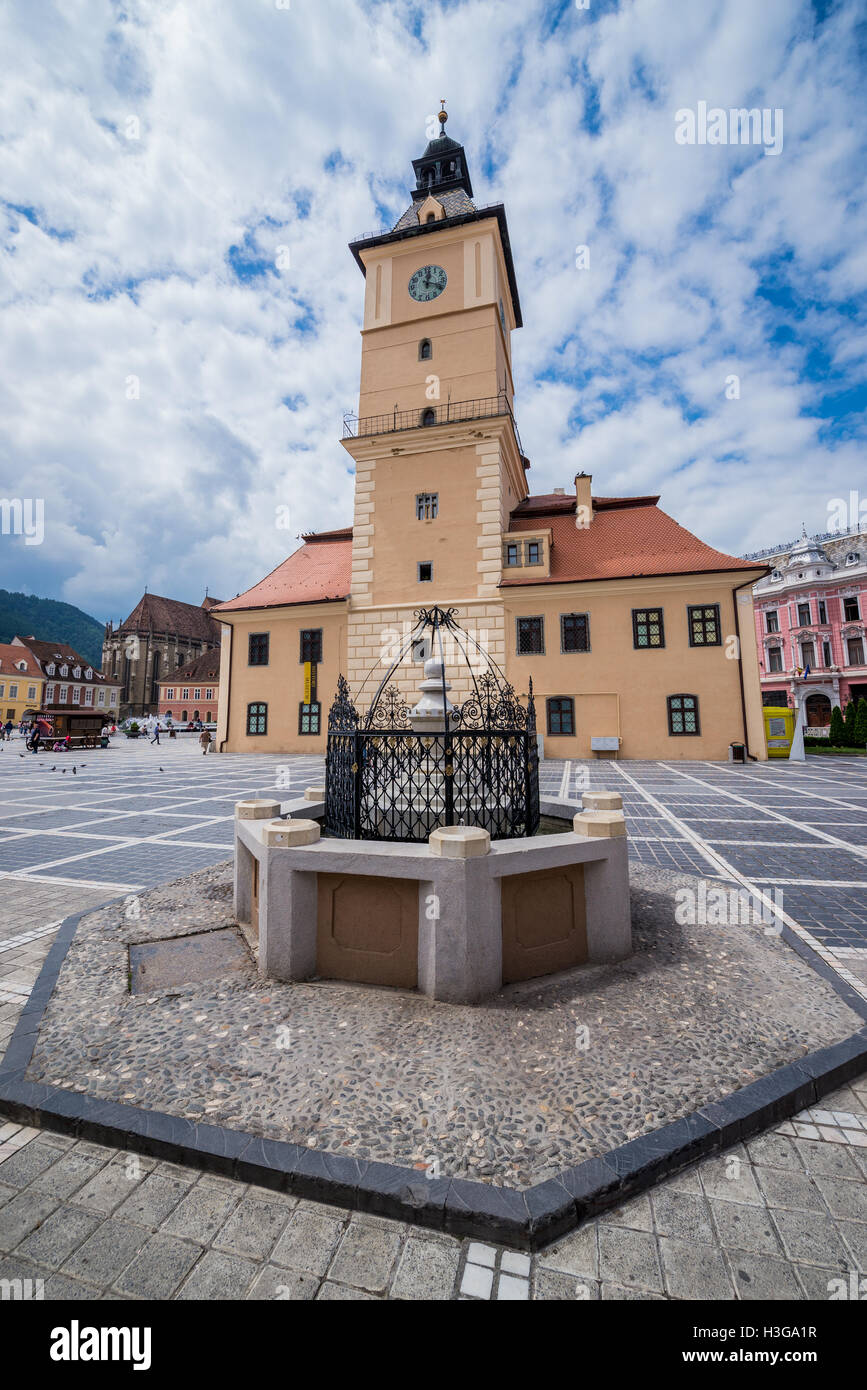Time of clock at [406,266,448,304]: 12:18
